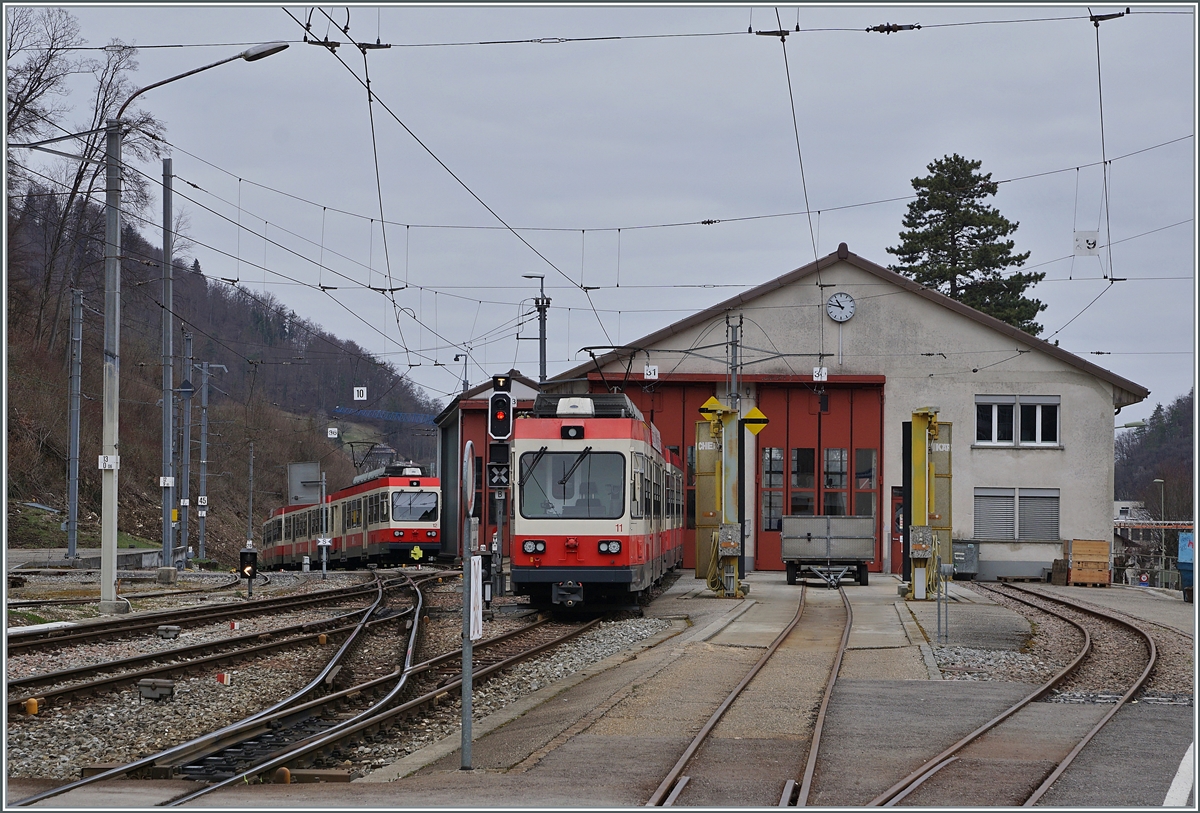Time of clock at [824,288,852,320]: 10:47
